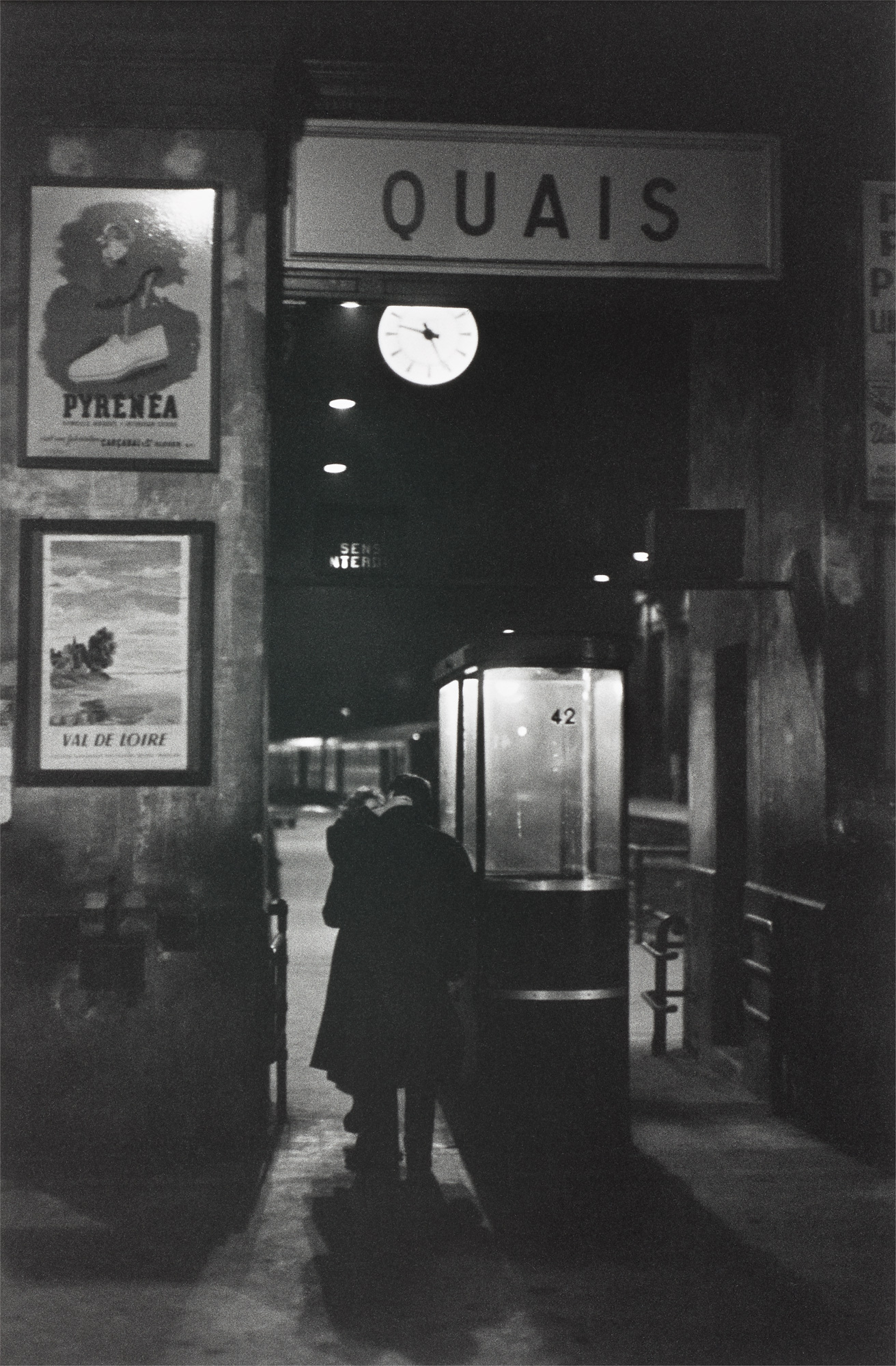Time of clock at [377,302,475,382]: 3:47
